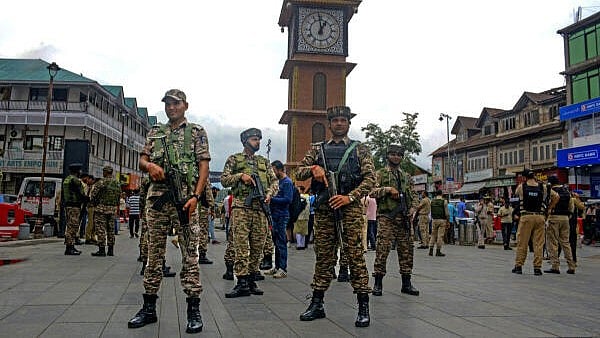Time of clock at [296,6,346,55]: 12:59
